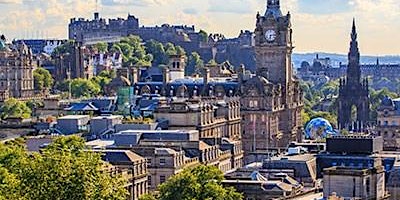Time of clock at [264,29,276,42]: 6:13
